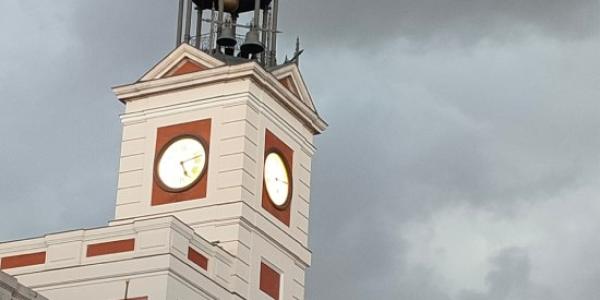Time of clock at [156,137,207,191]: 5:12
